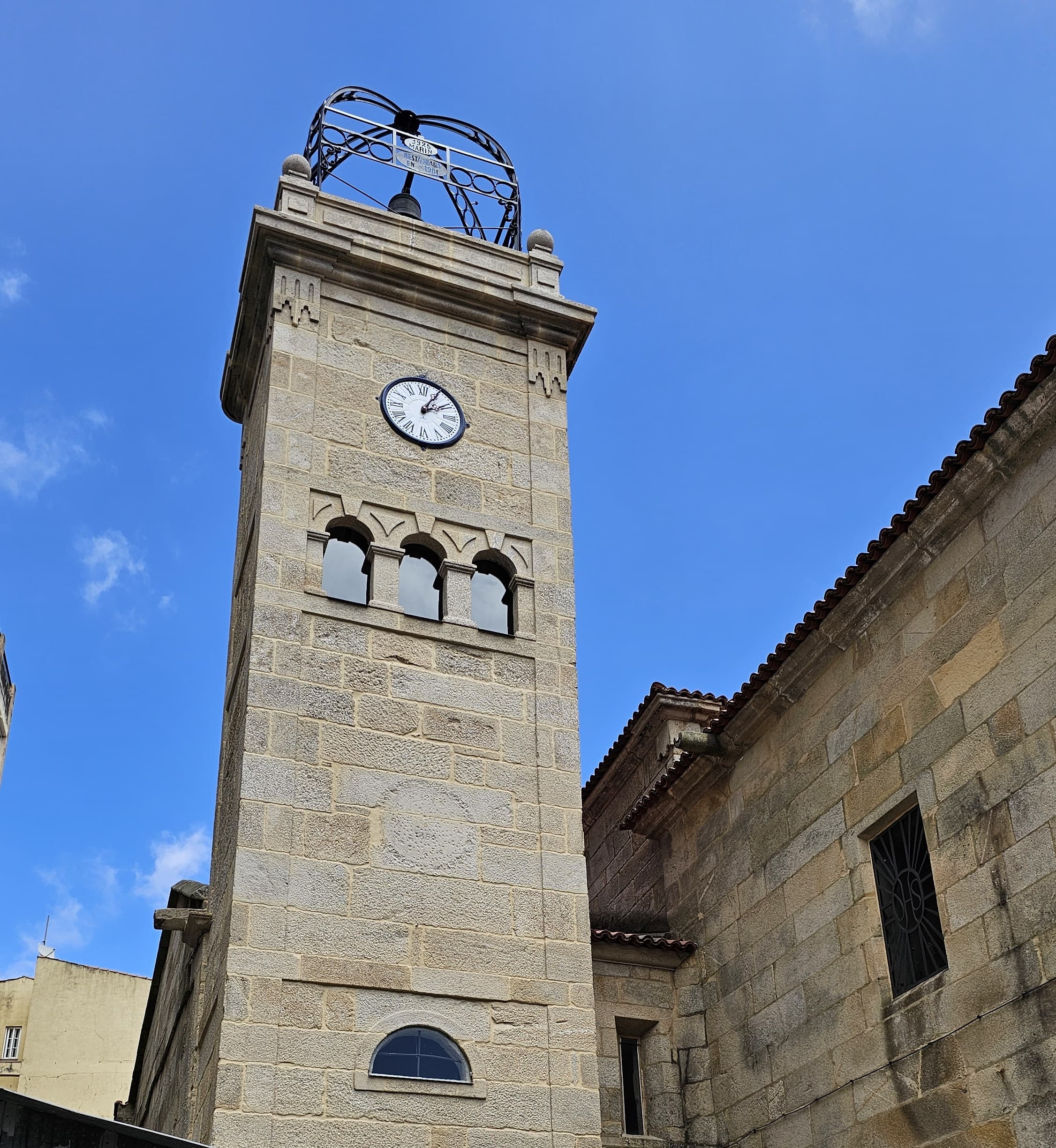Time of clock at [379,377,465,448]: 2:04
